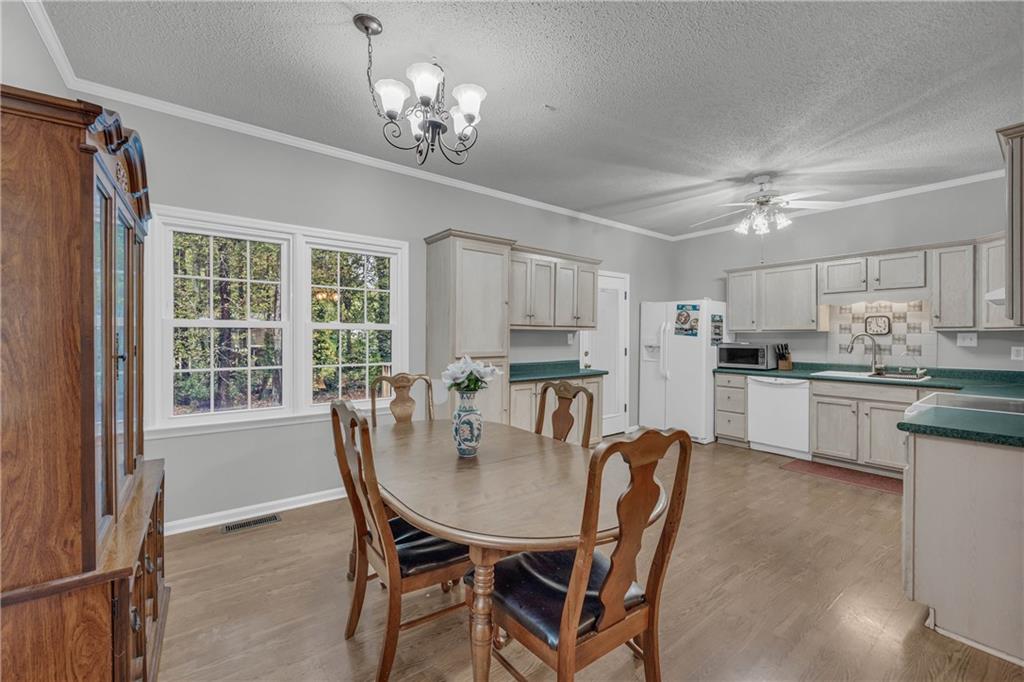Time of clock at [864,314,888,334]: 3:58
